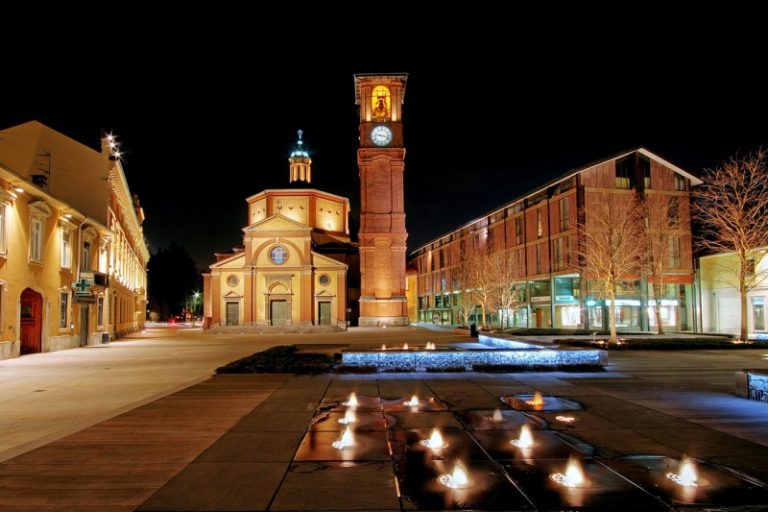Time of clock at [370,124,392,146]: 9:17
